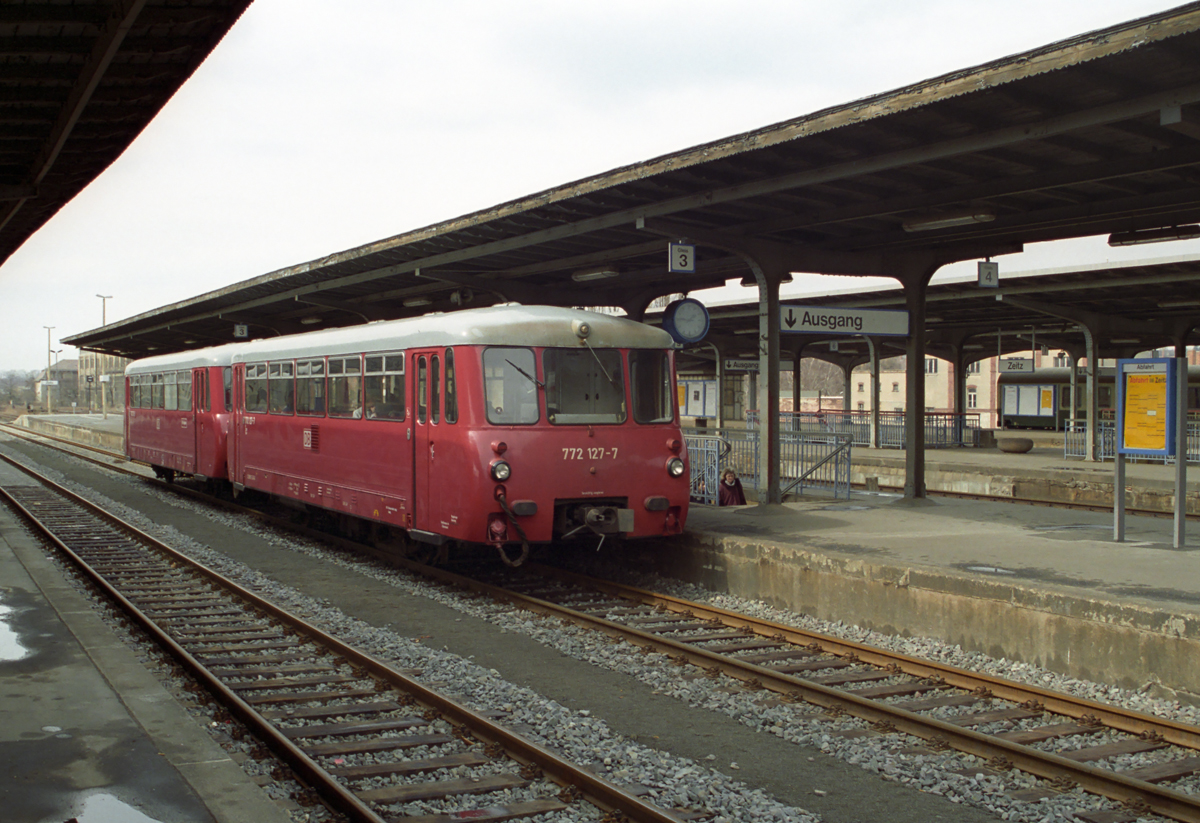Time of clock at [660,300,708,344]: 1:46
